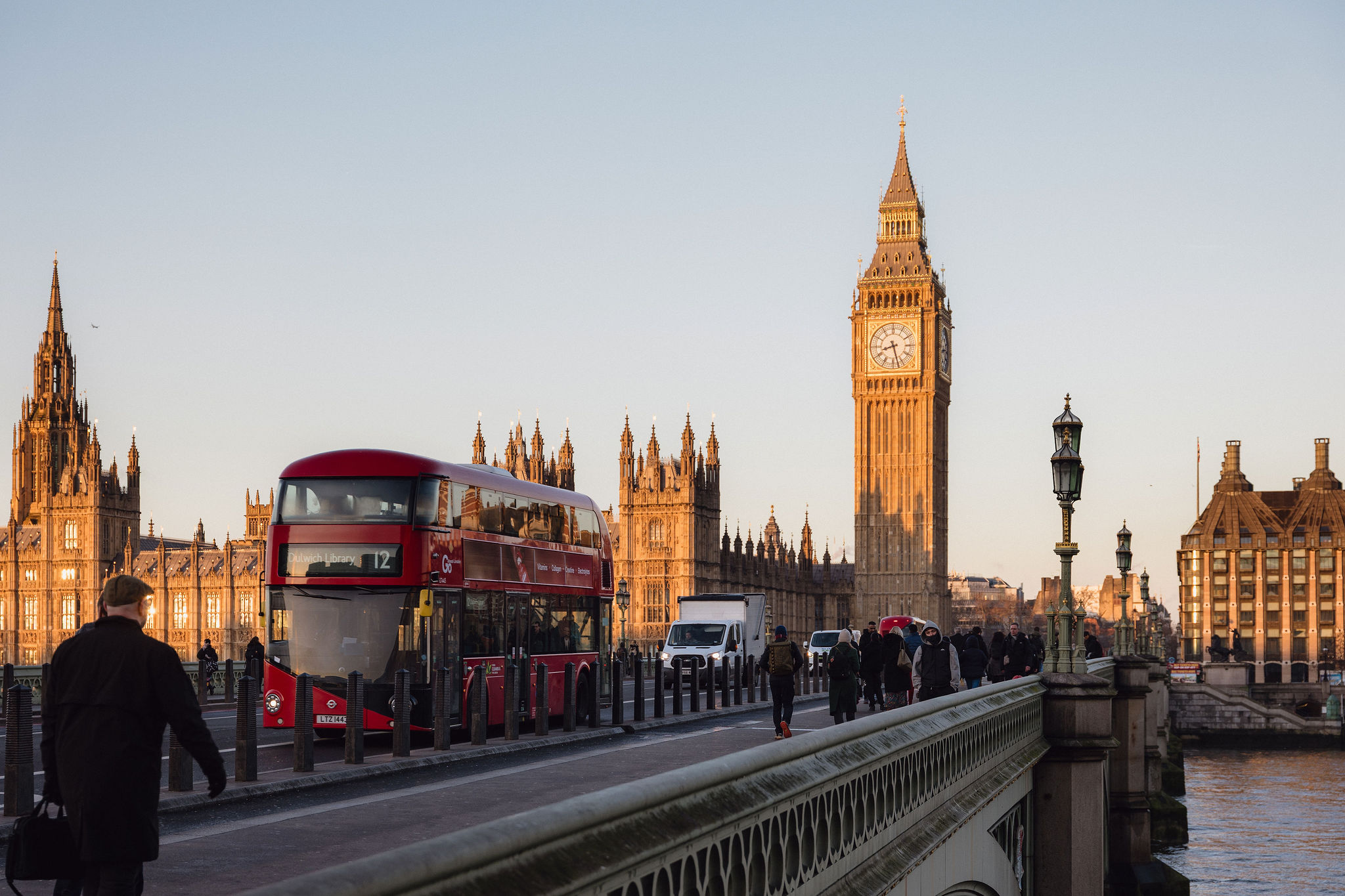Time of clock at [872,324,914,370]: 8:27
